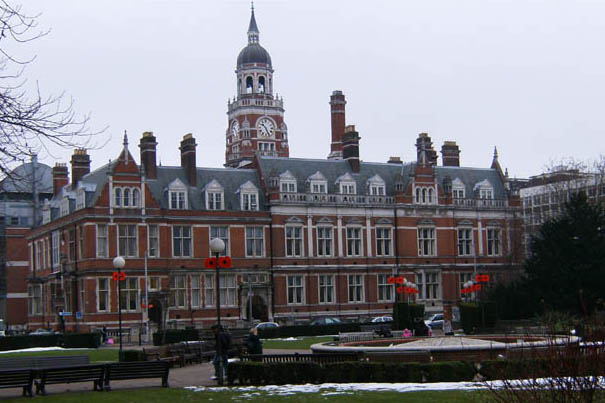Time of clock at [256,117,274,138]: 10:26
